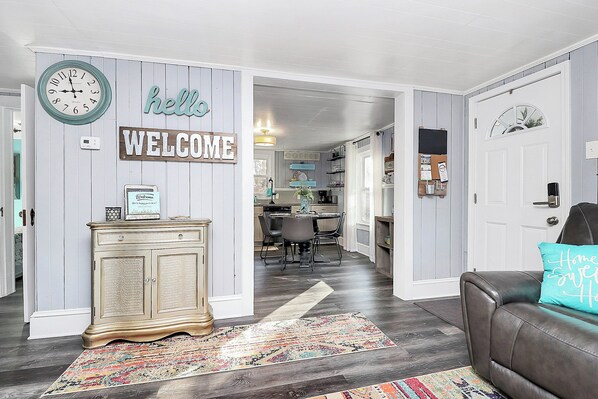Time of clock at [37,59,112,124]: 8:57
